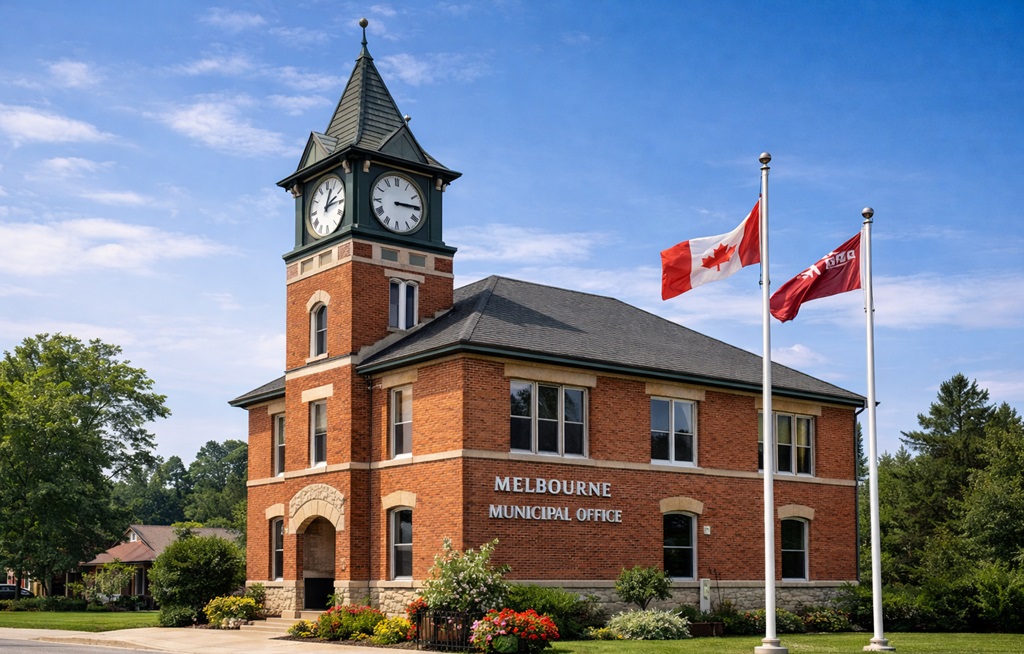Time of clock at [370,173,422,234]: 3:14
